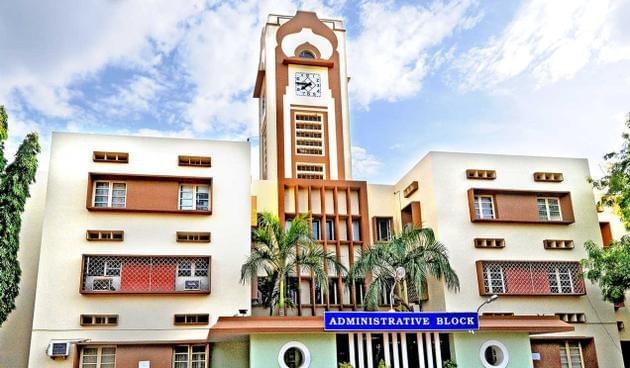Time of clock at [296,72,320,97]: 7:45
